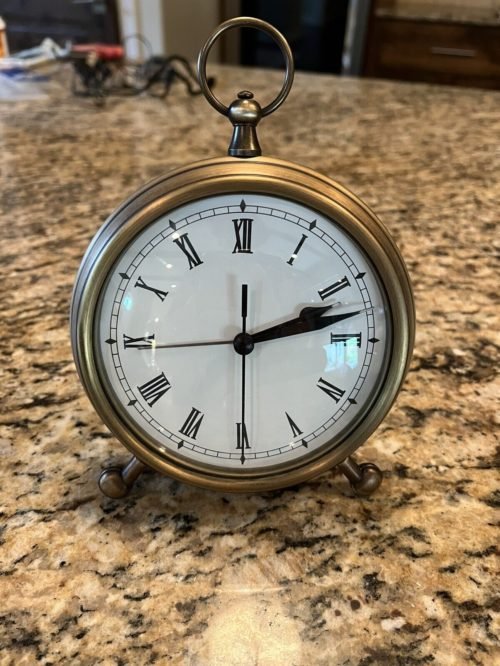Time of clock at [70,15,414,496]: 2:12
